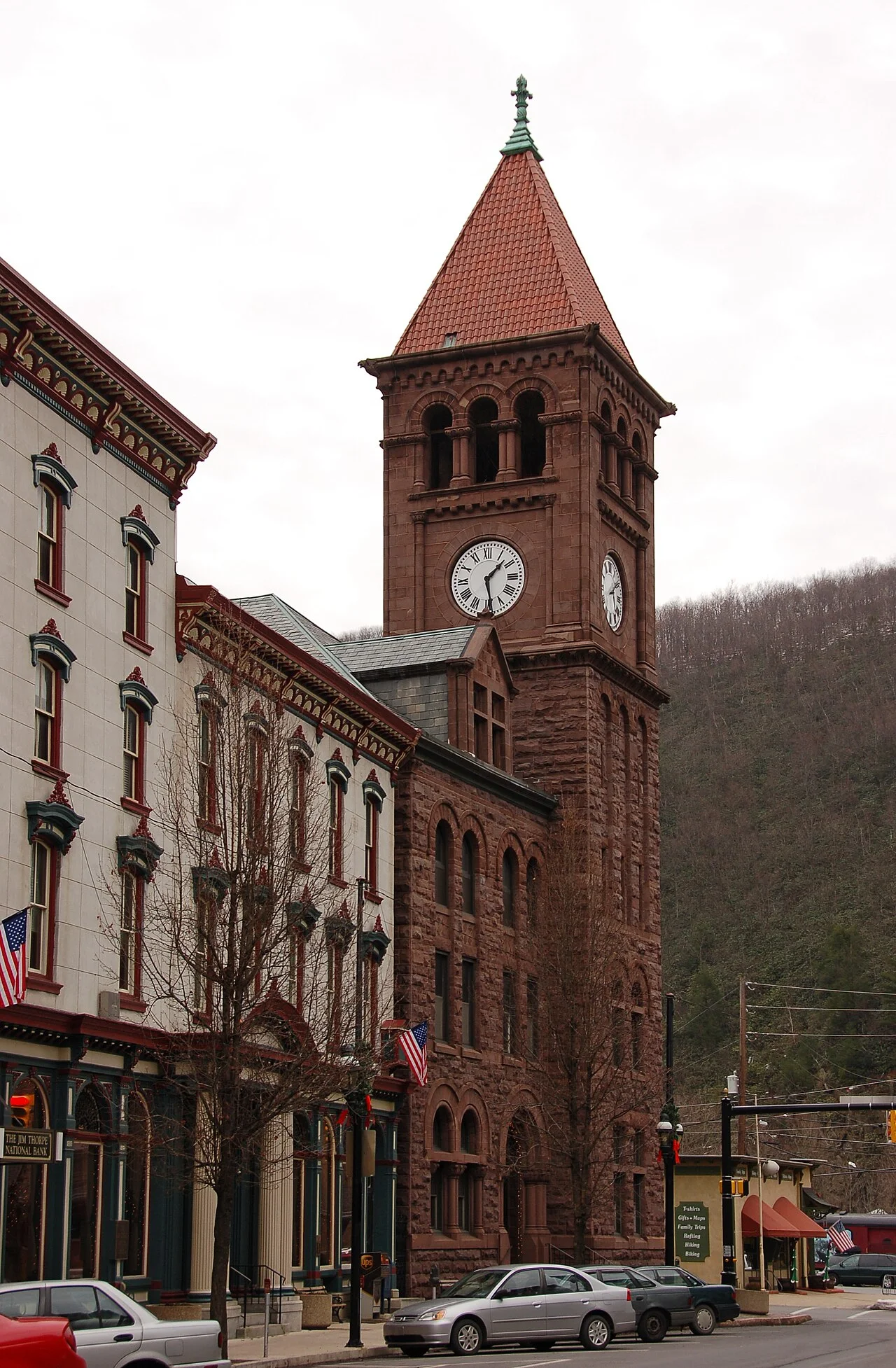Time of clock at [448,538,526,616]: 1:28
